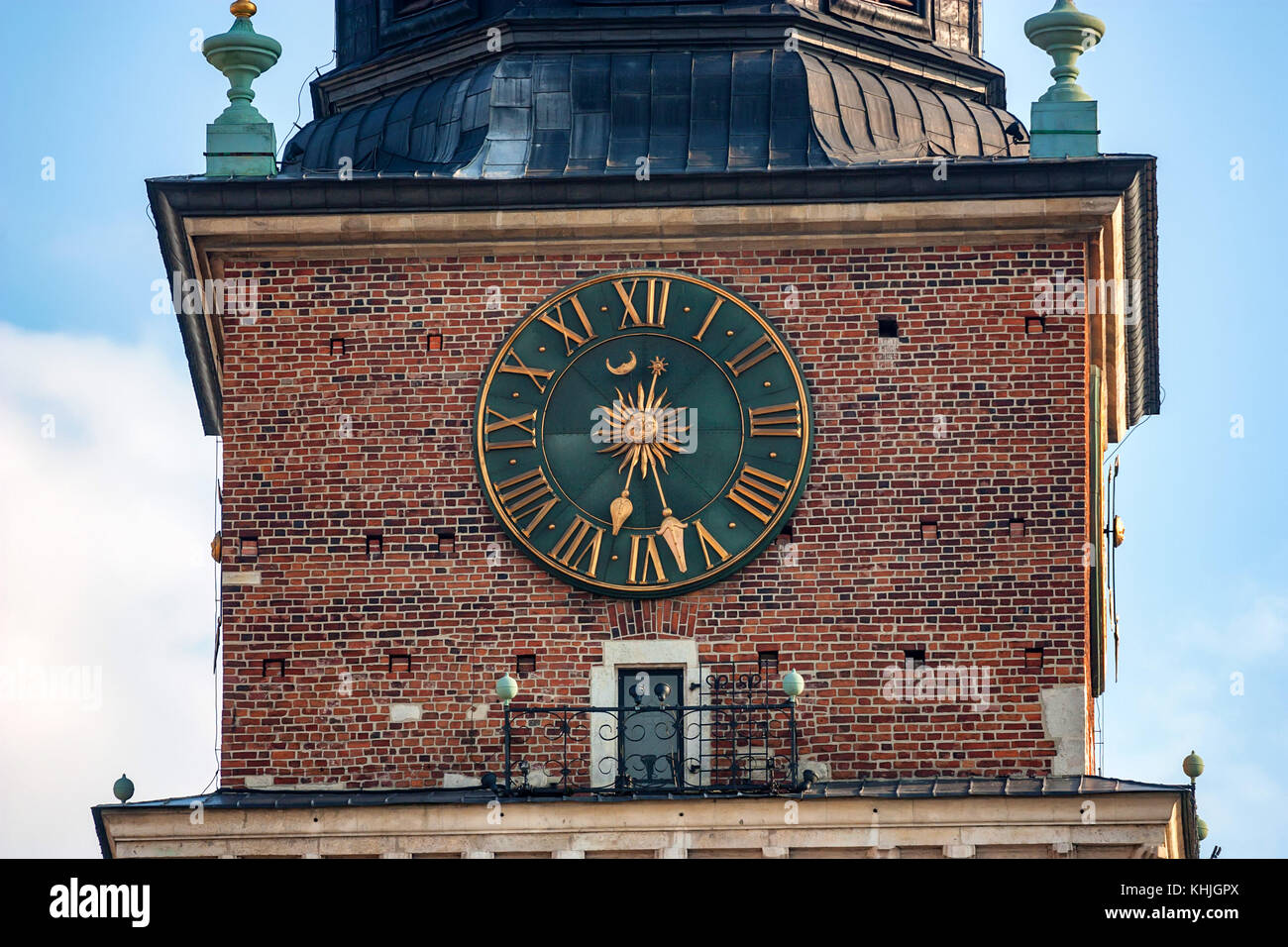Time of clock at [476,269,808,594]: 6:27
